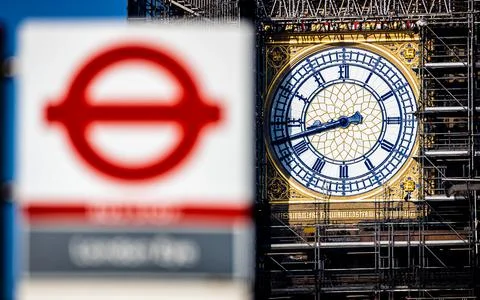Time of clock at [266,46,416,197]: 8:42
